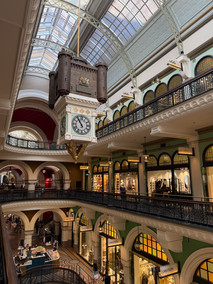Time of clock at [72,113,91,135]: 10:54
